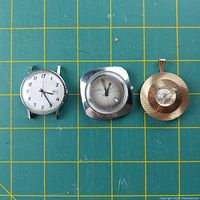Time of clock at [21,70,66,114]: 3:24
